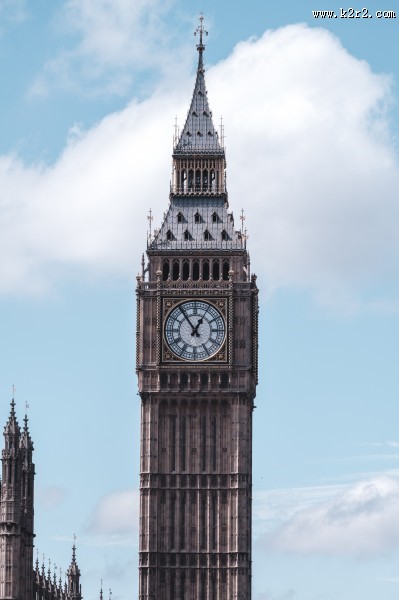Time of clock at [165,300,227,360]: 12:54
